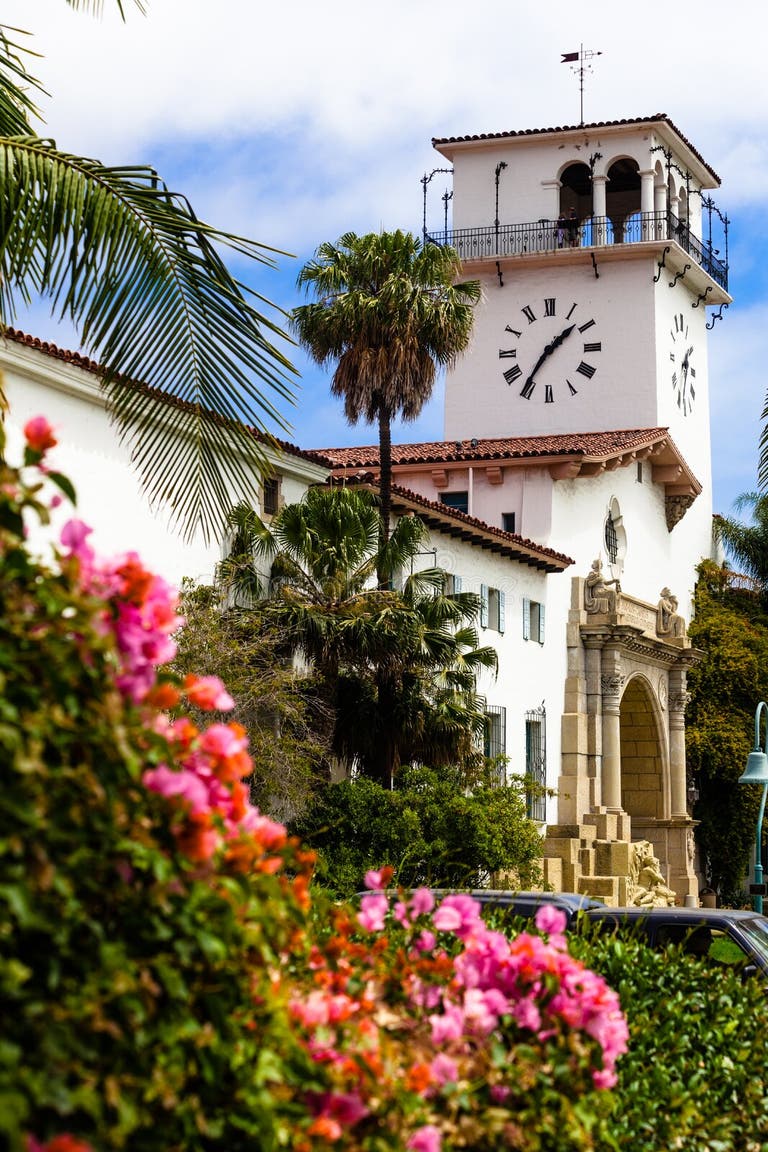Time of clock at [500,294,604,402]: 1:35
